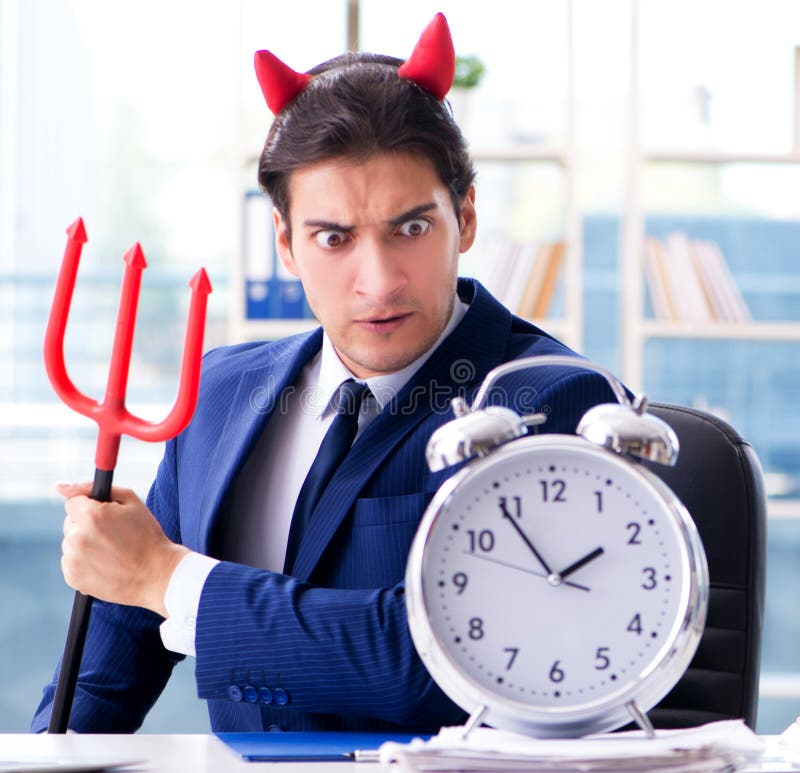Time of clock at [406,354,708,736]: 1:54
